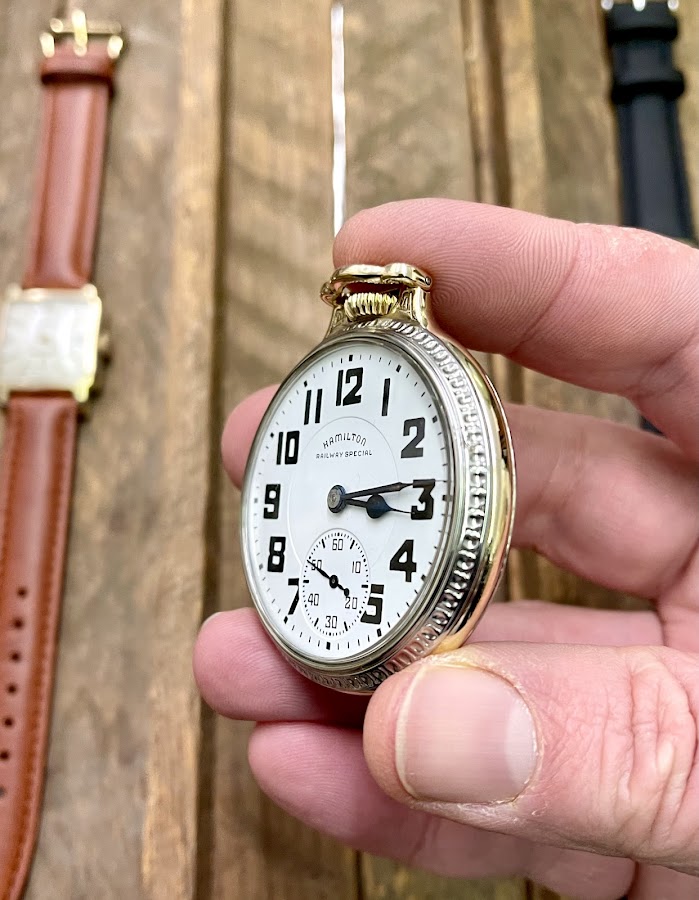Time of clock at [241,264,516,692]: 3:13
